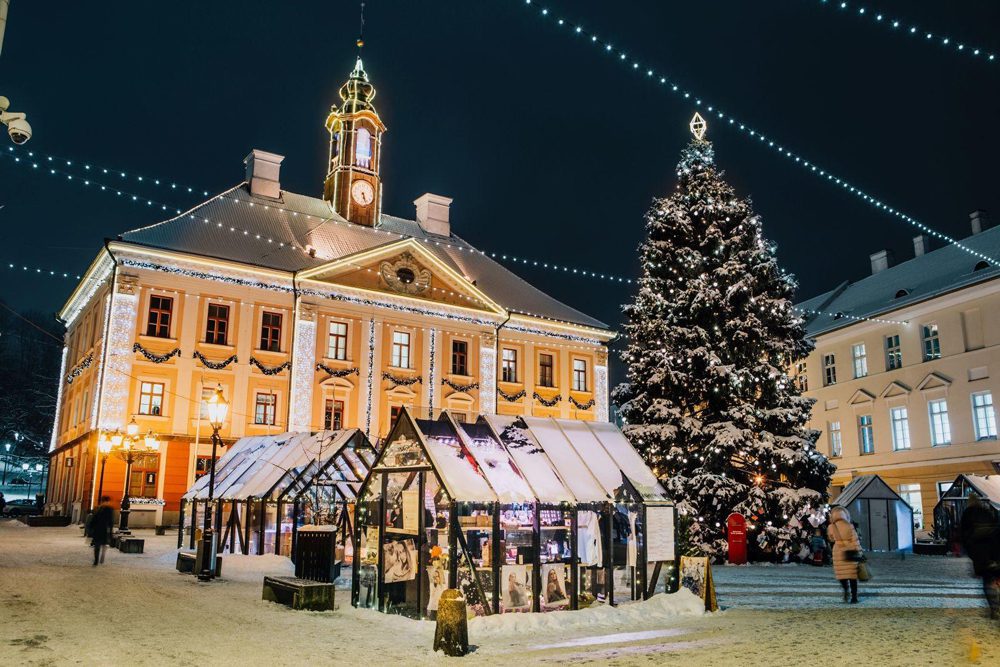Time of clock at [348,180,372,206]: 5:26
